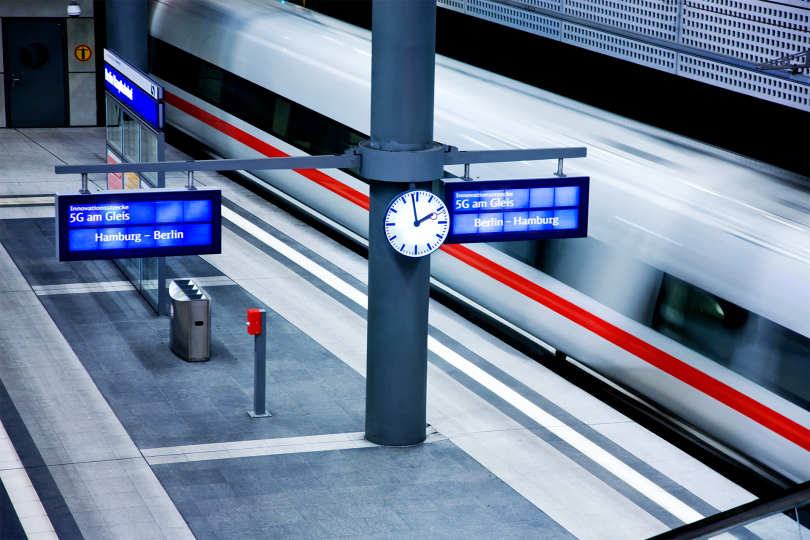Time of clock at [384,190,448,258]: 1:58
